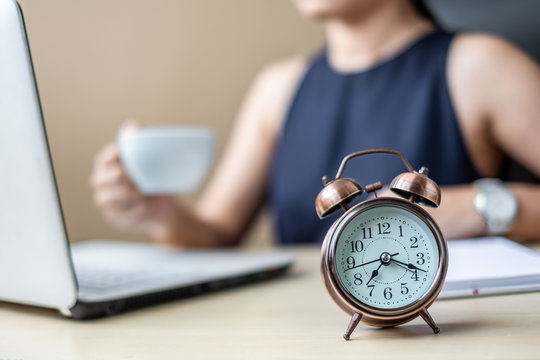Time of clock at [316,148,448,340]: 7:18
